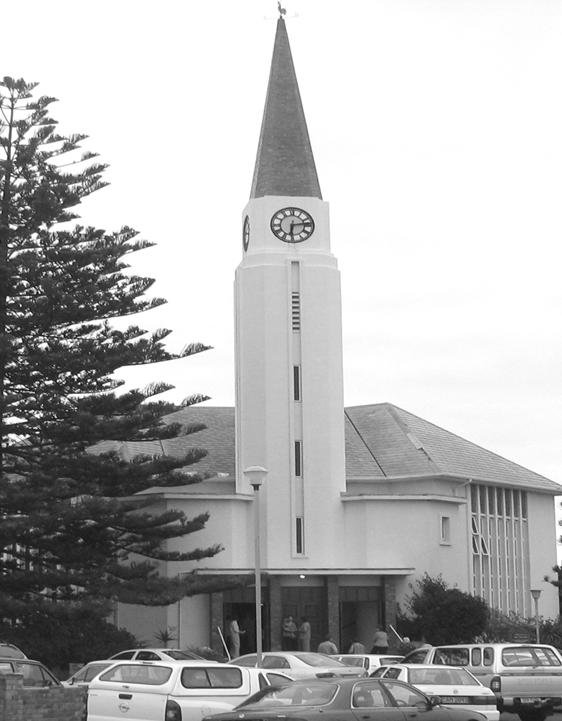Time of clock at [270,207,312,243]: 6:13
